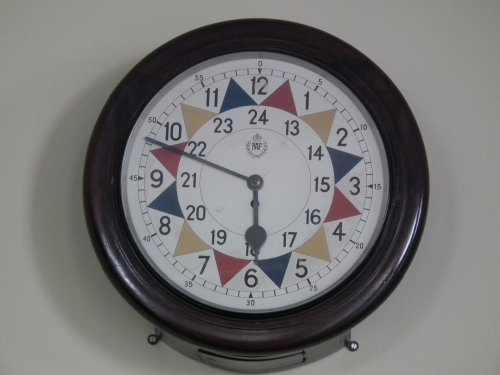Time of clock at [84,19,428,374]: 5:48
